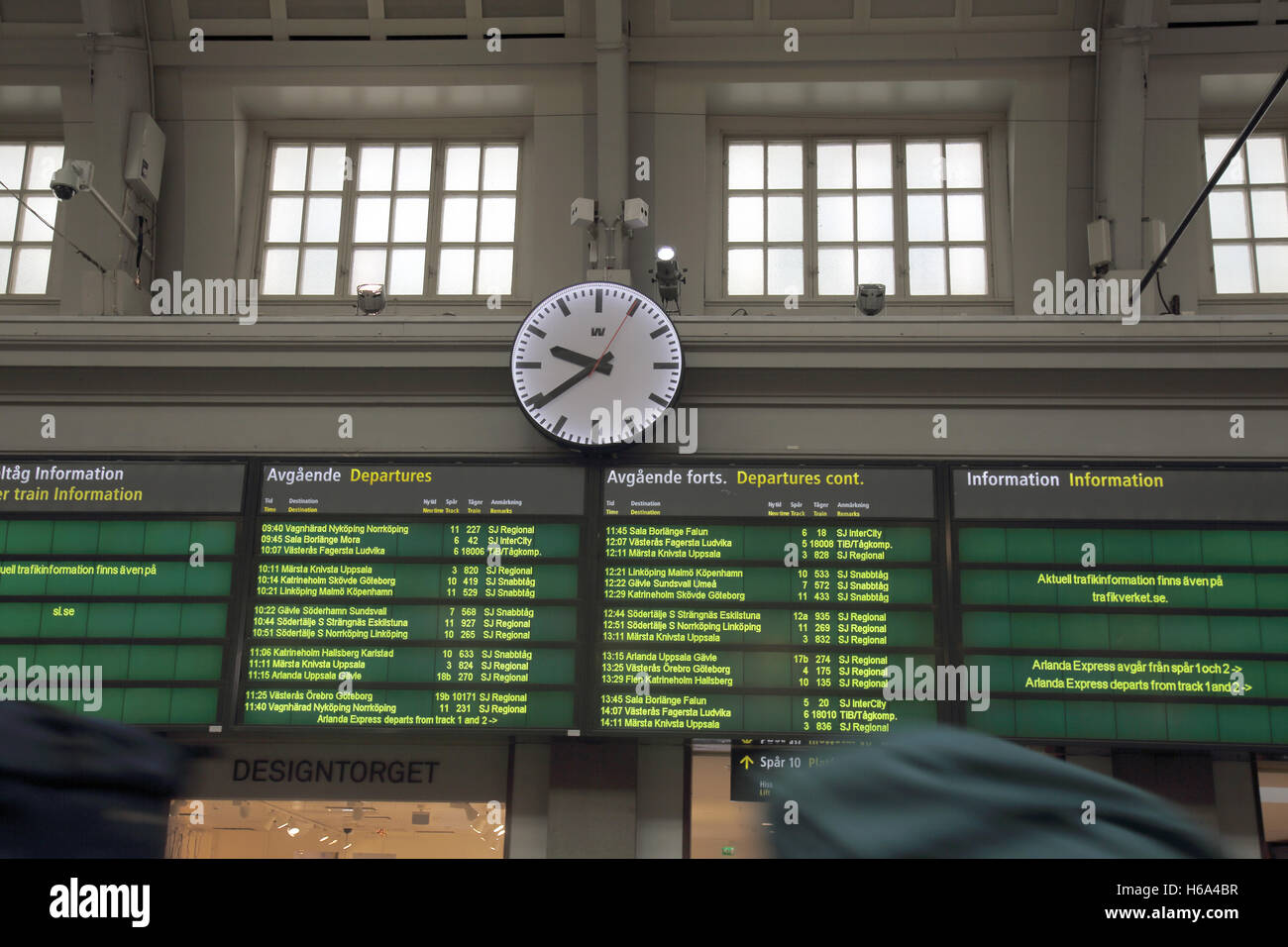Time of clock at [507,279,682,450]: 9:39
